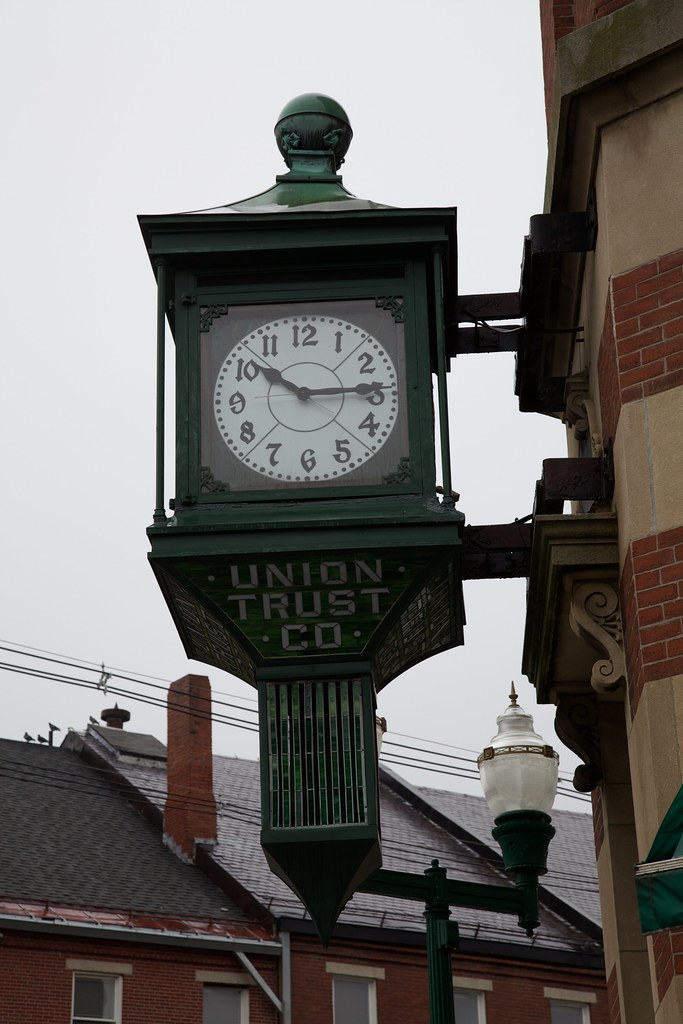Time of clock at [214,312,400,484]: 10:14
